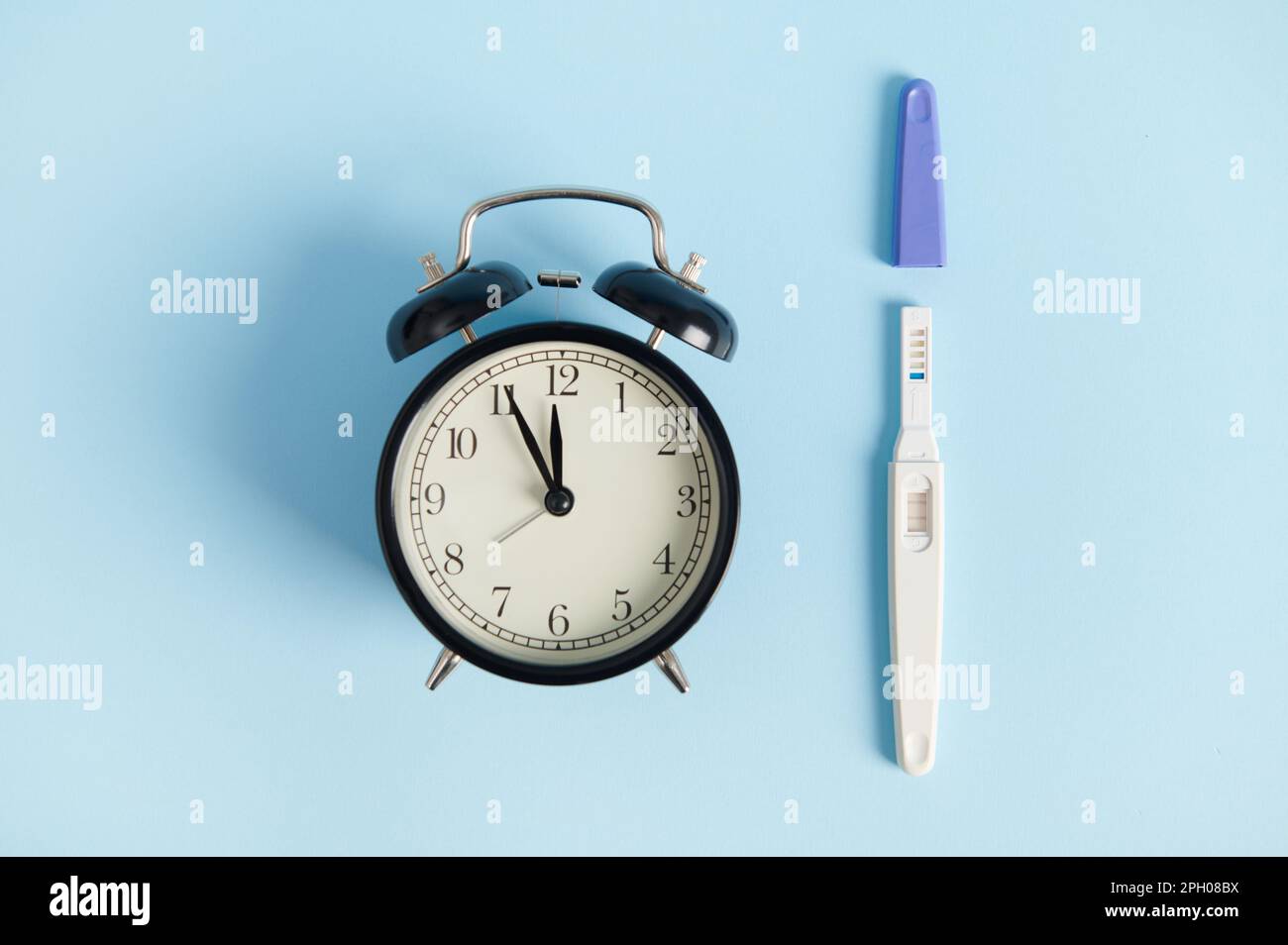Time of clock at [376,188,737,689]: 11:55
